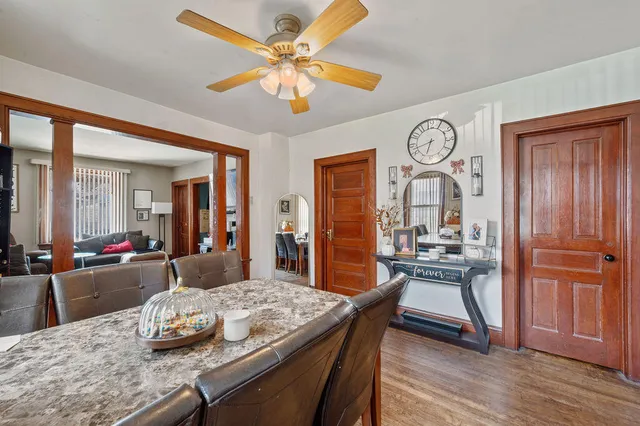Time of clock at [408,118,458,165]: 6:42
